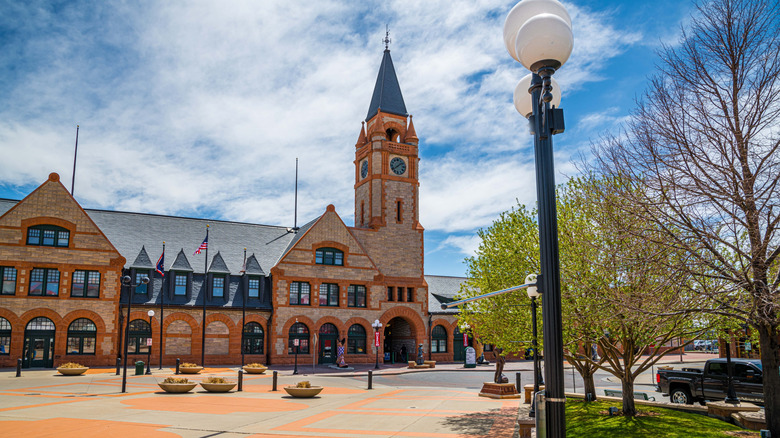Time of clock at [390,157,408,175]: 1:38
